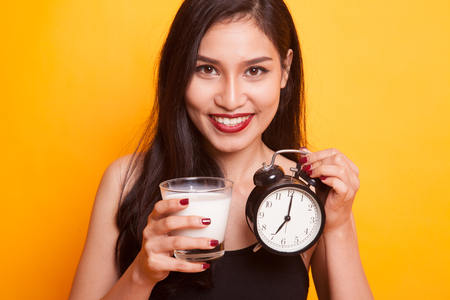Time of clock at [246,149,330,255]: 7:01
